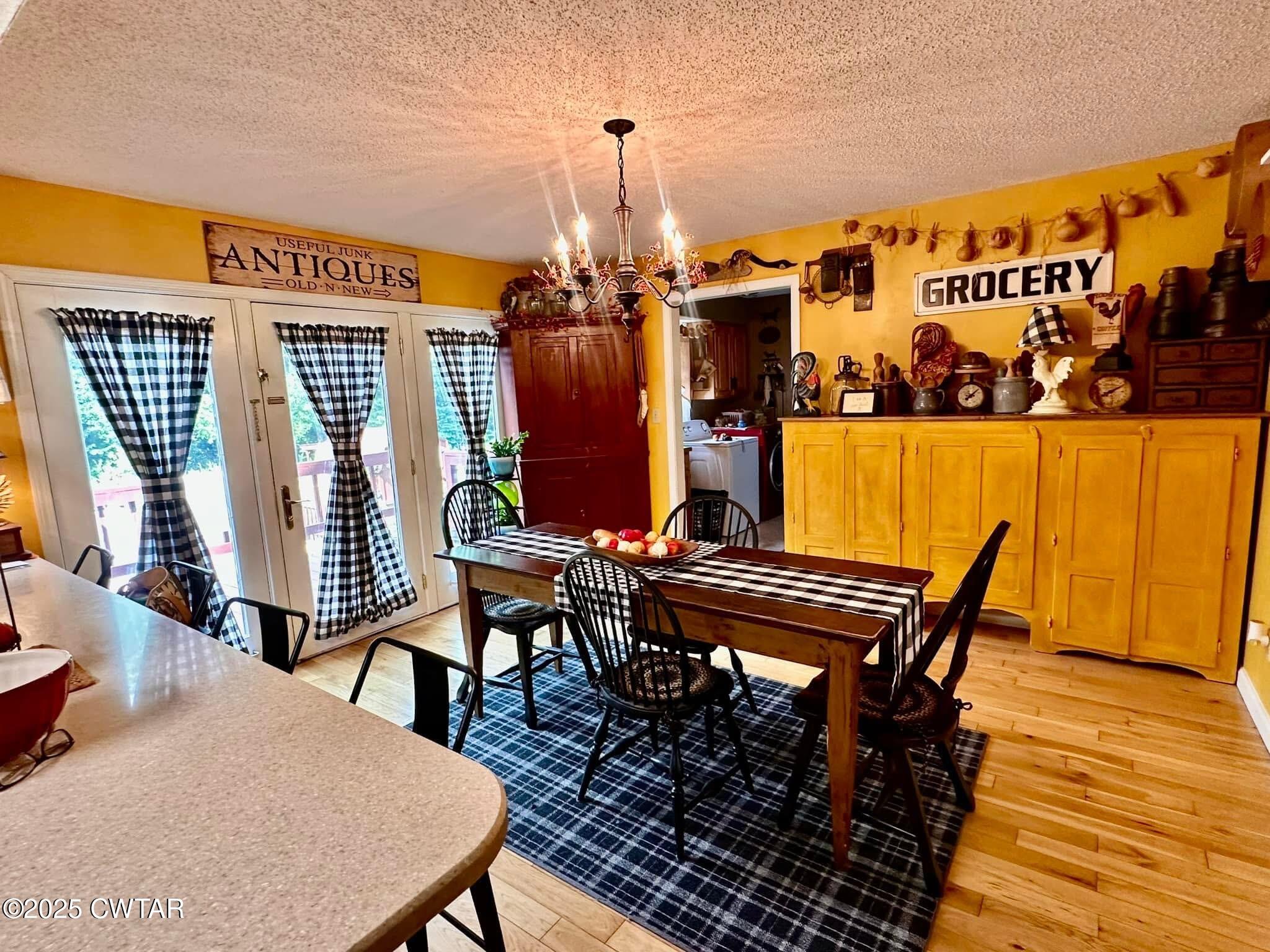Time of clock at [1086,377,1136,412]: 8:09
